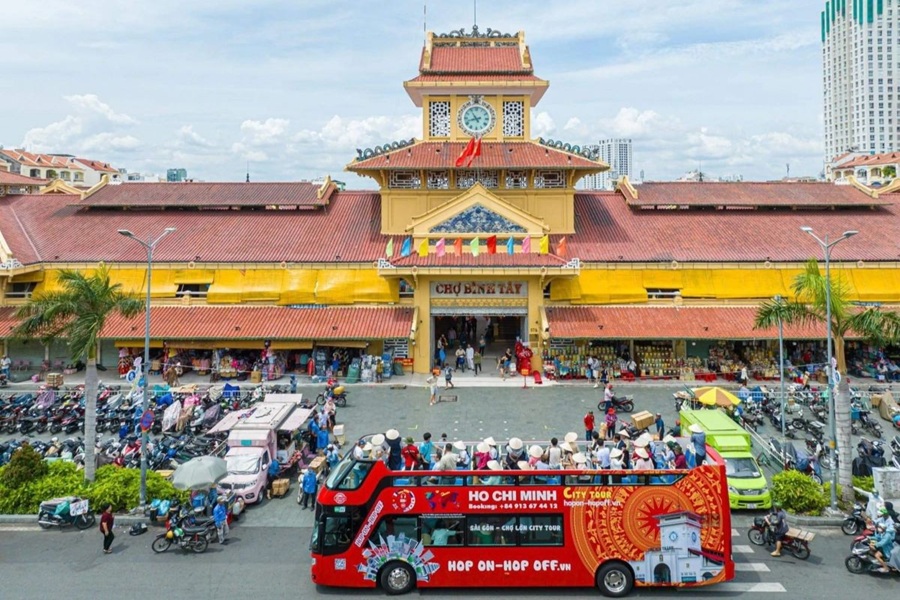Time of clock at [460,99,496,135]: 10:42
